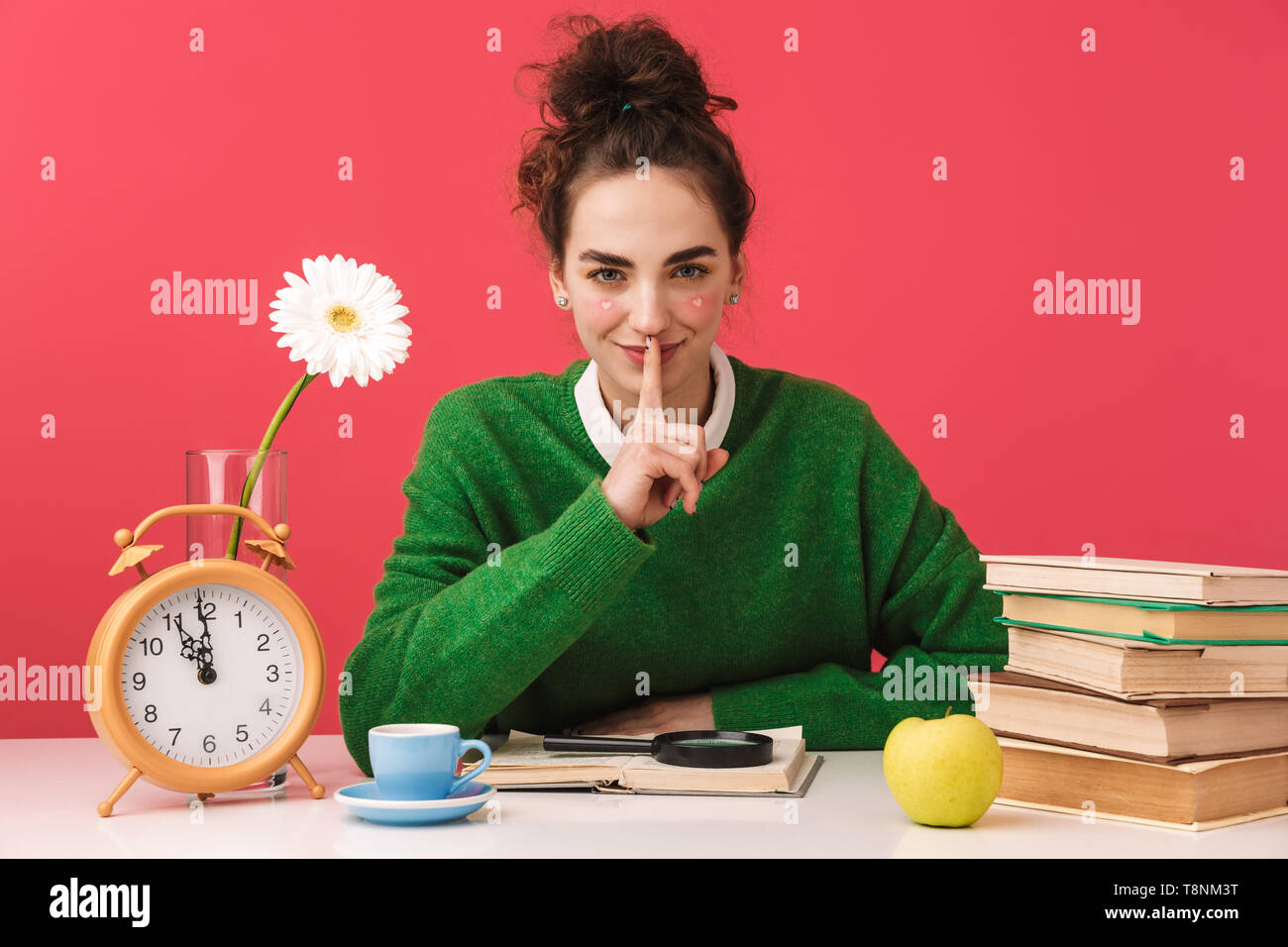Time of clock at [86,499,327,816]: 10:59
